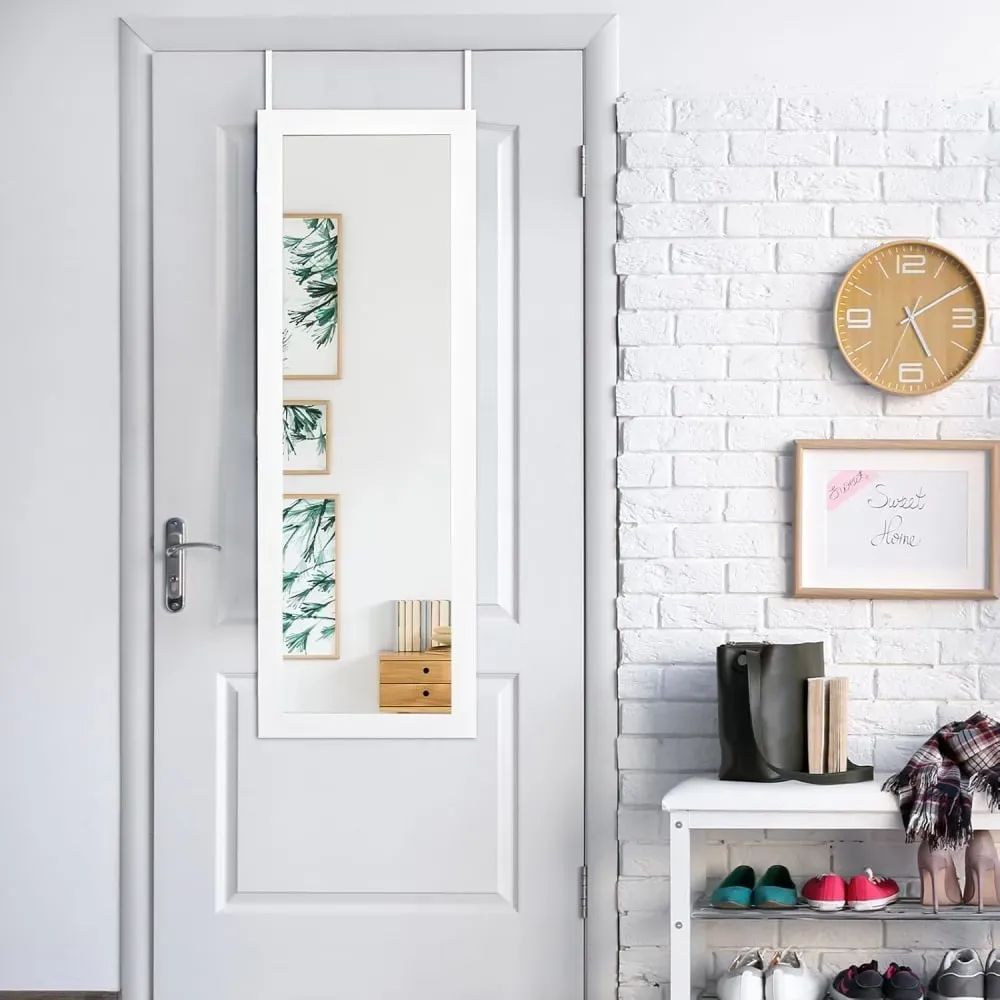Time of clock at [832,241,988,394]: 5:09
